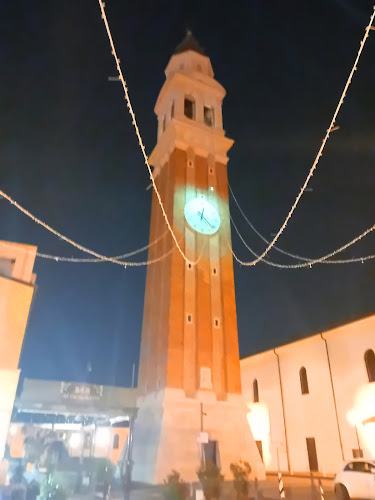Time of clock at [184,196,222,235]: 6:21
